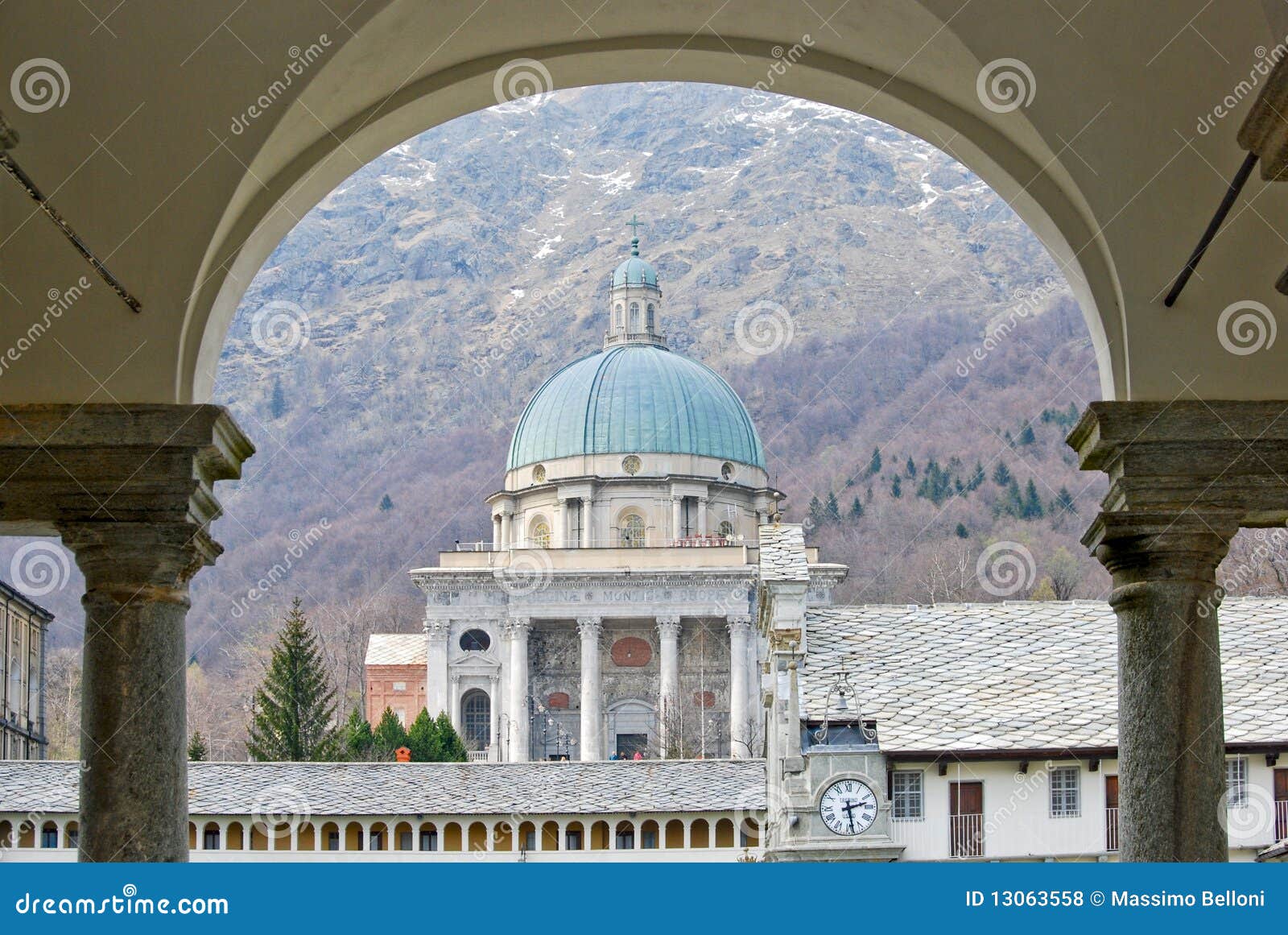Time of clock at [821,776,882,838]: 2:28
